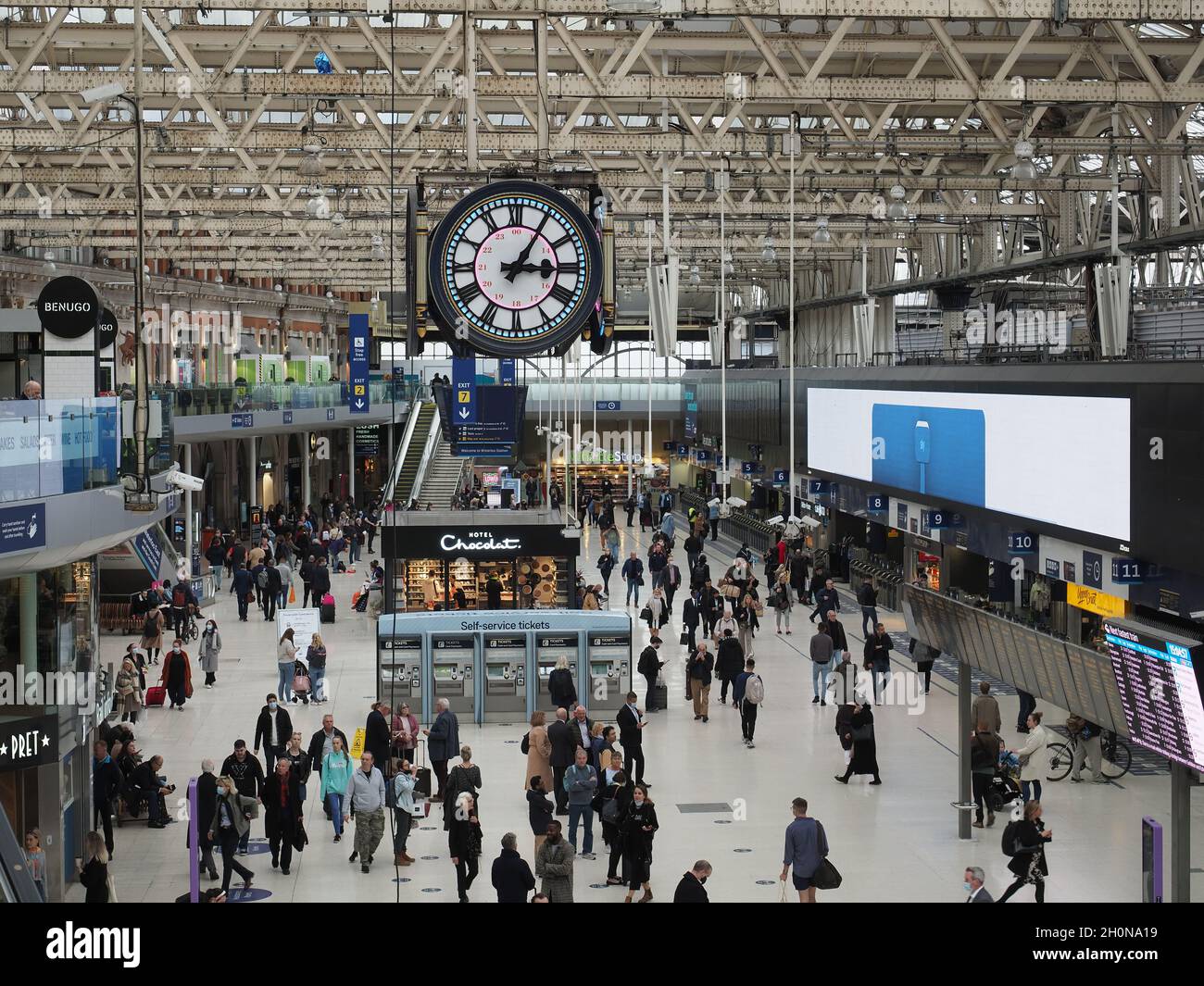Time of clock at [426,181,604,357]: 3:05
